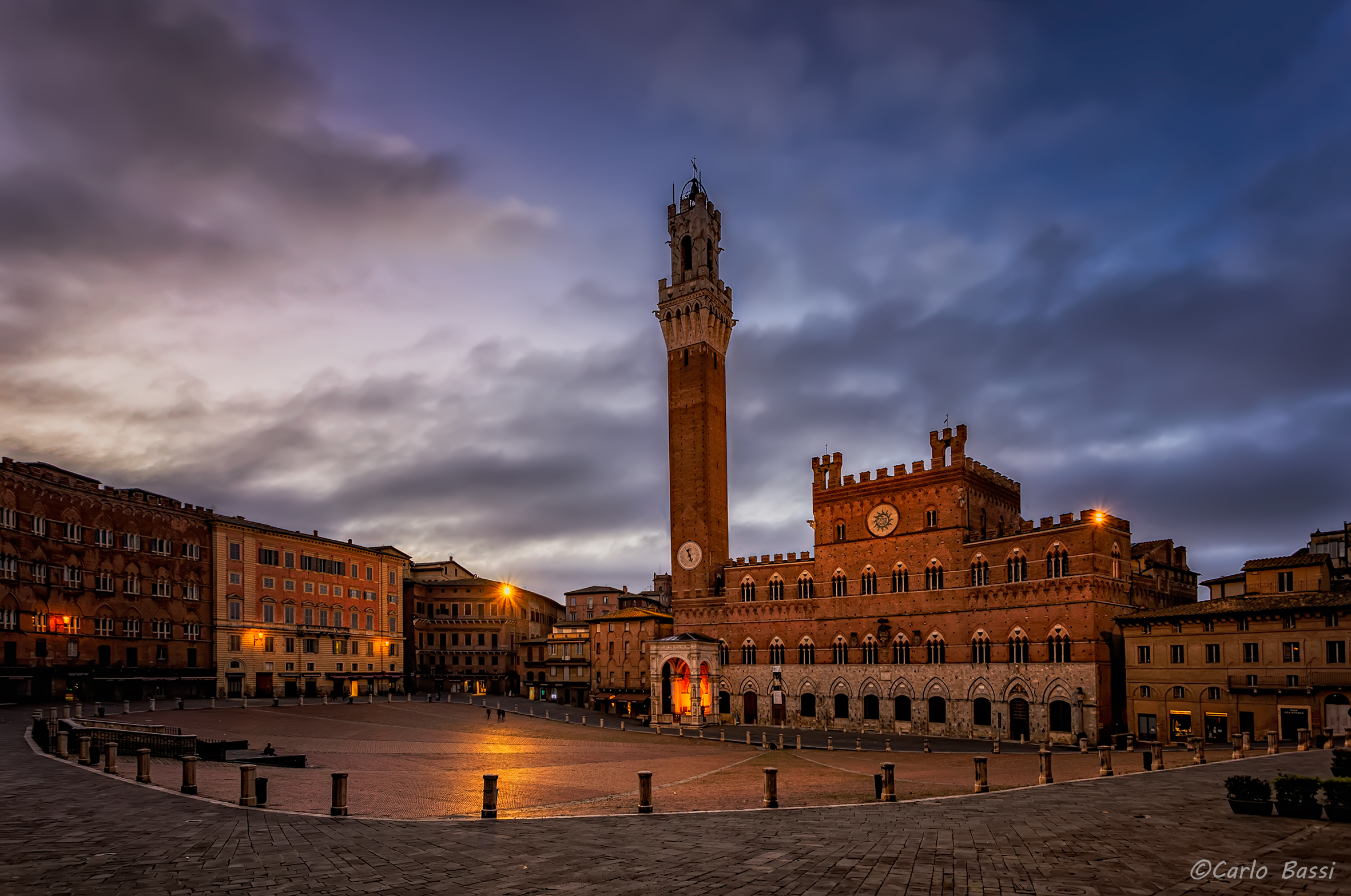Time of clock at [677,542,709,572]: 11:26
